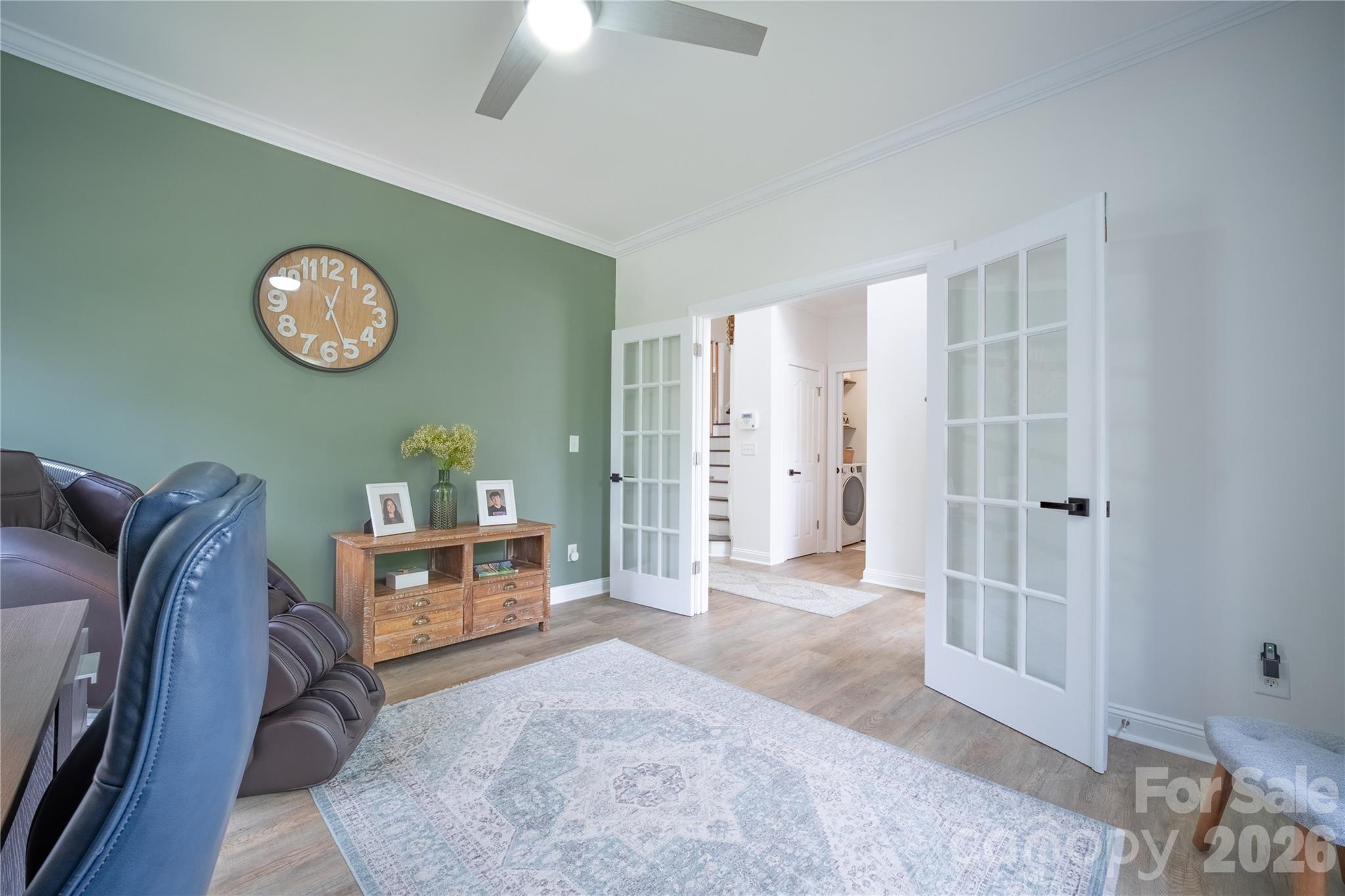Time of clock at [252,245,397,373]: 12:26
